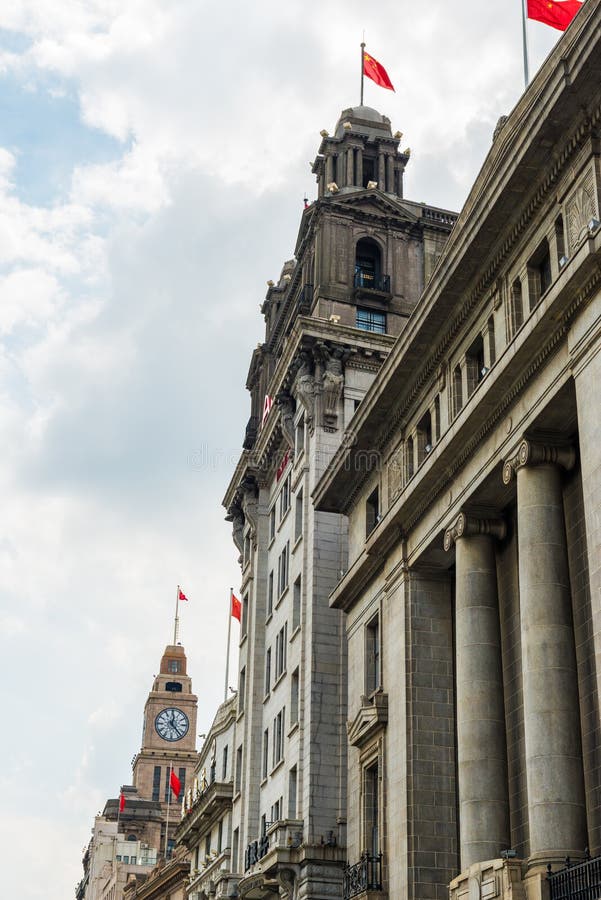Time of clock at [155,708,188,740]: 12:22
